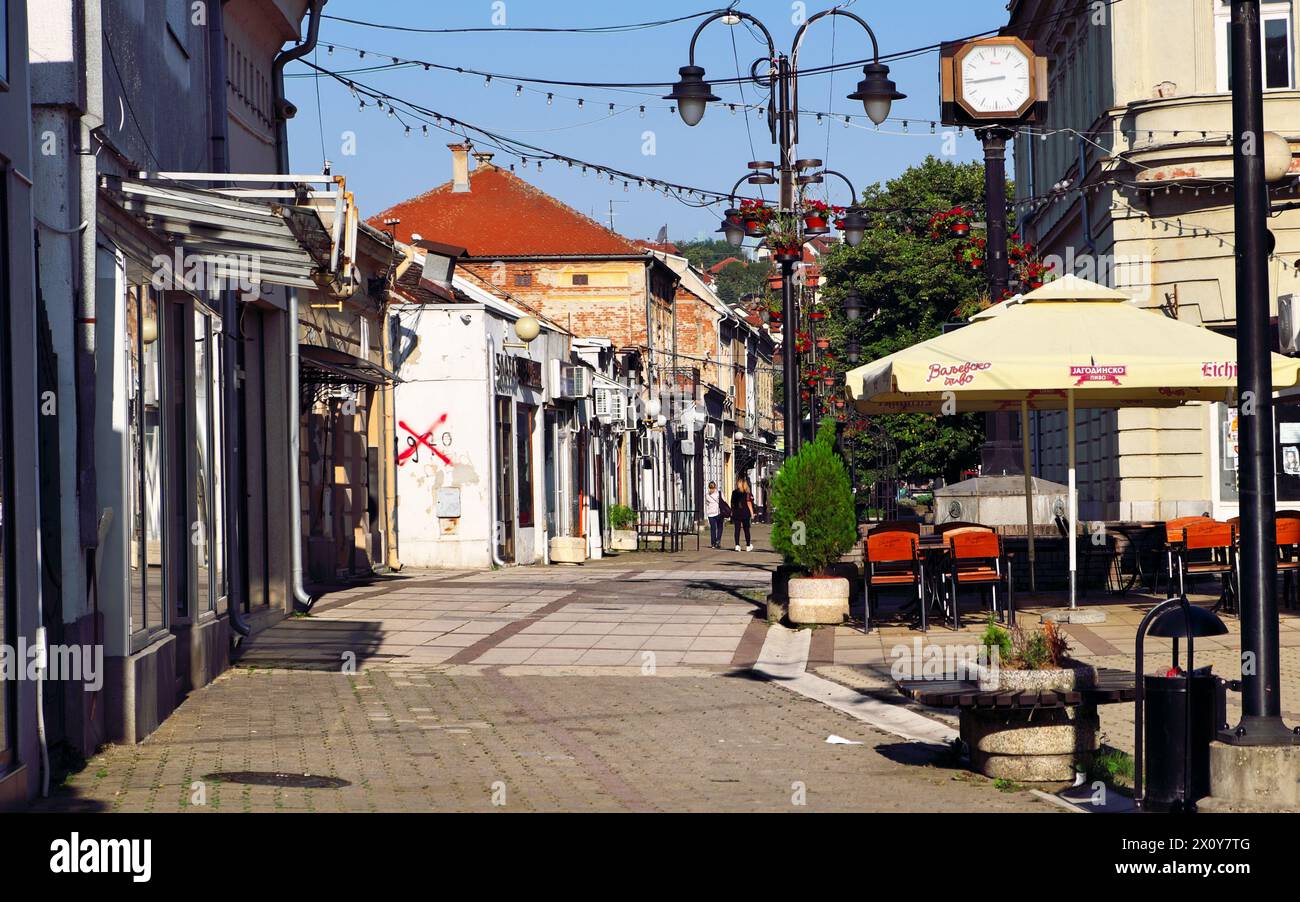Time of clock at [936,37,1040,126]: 8:43
